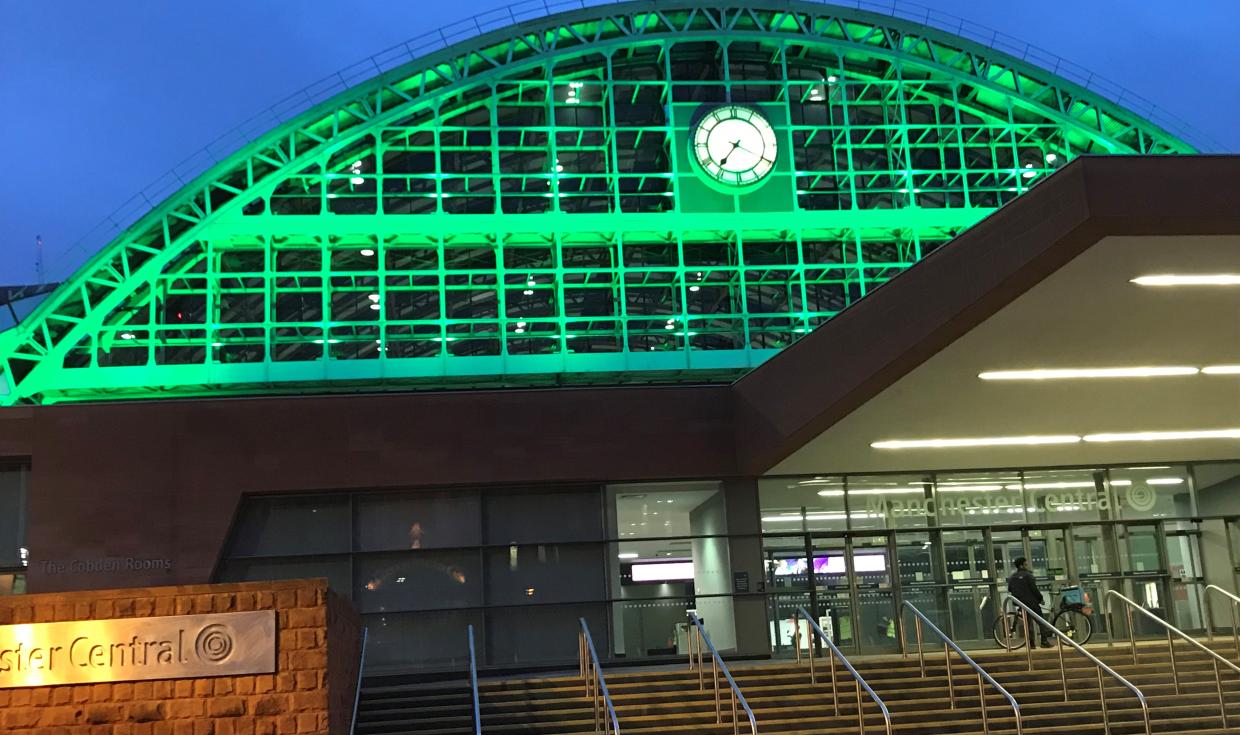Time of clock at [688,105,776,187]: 7:19
